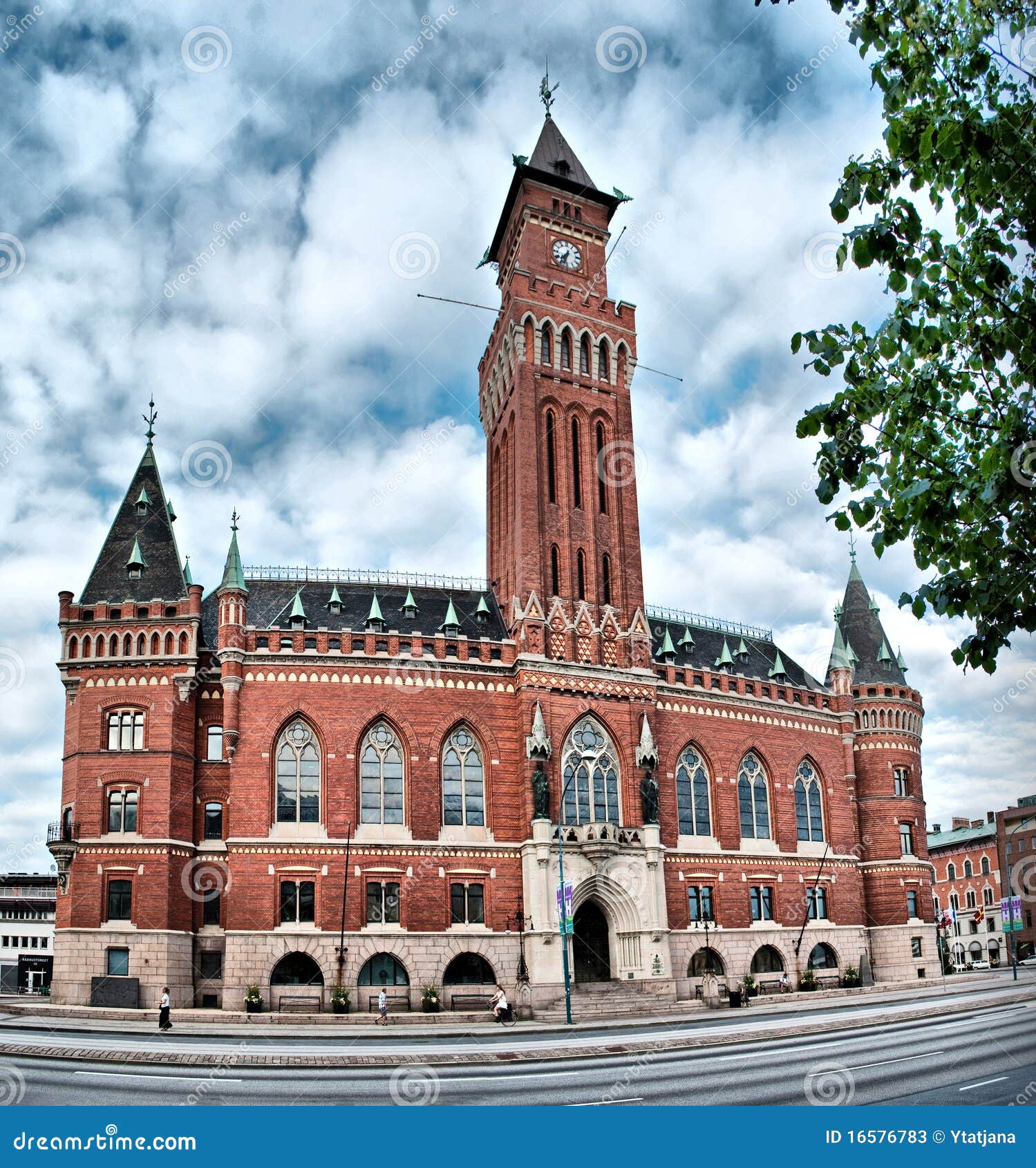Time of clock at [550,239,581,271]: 7:33
